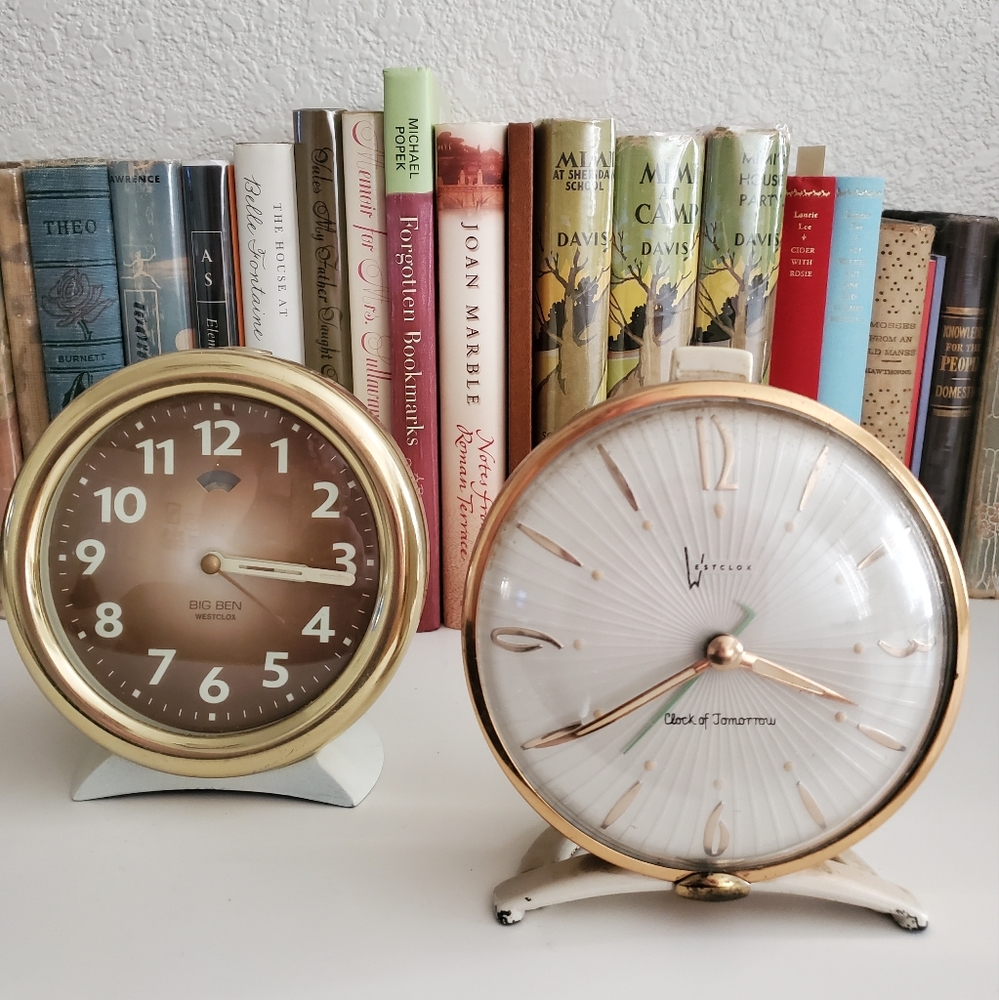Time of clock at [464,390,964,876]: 7:18
